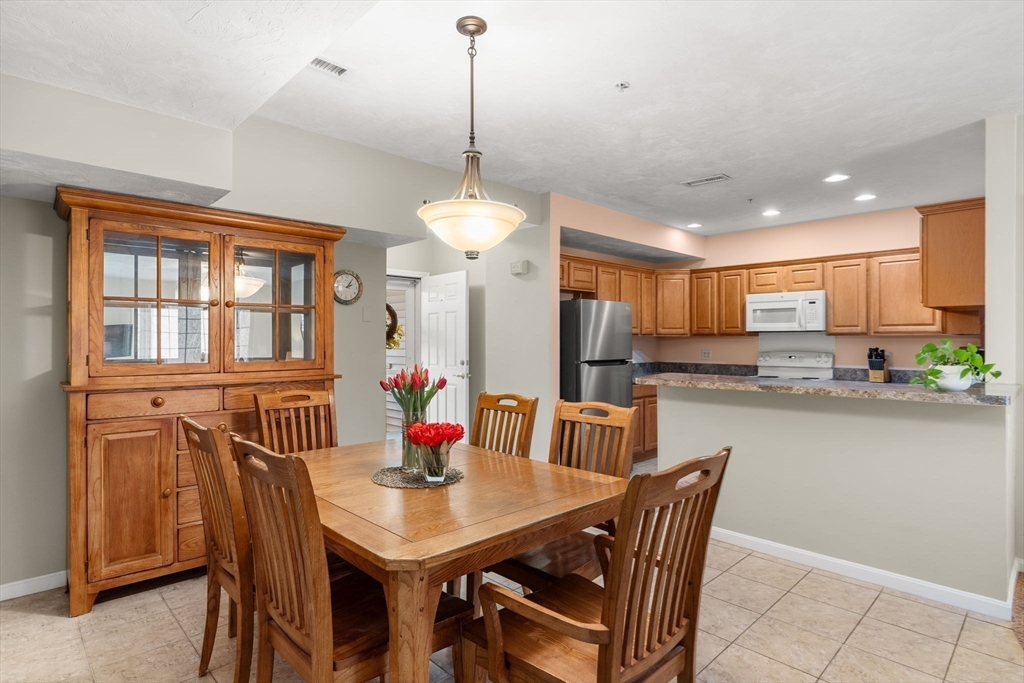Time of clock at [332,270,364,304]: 2:06
